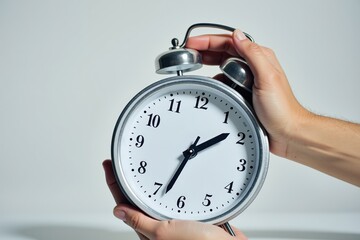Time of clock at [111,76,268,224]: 1:33
